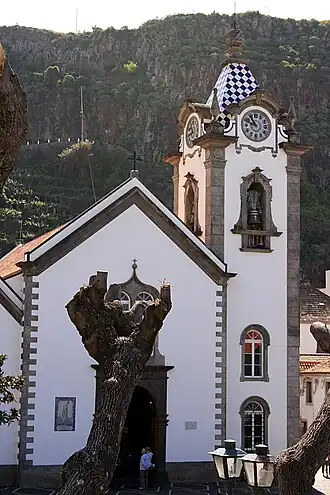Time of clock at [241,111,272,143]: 10:48
